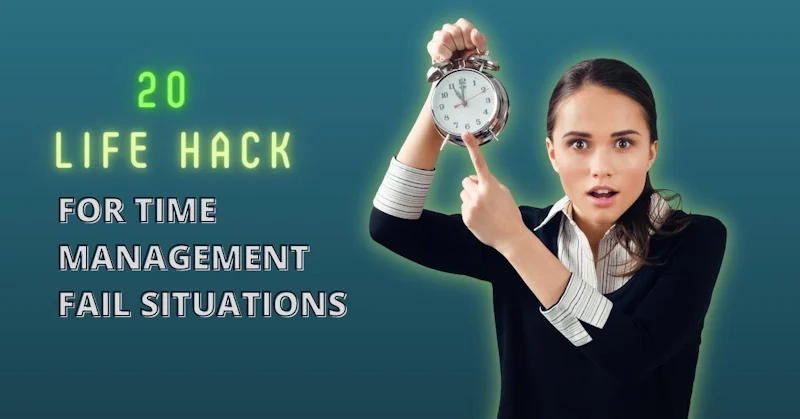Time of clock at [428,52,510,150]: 11:00
